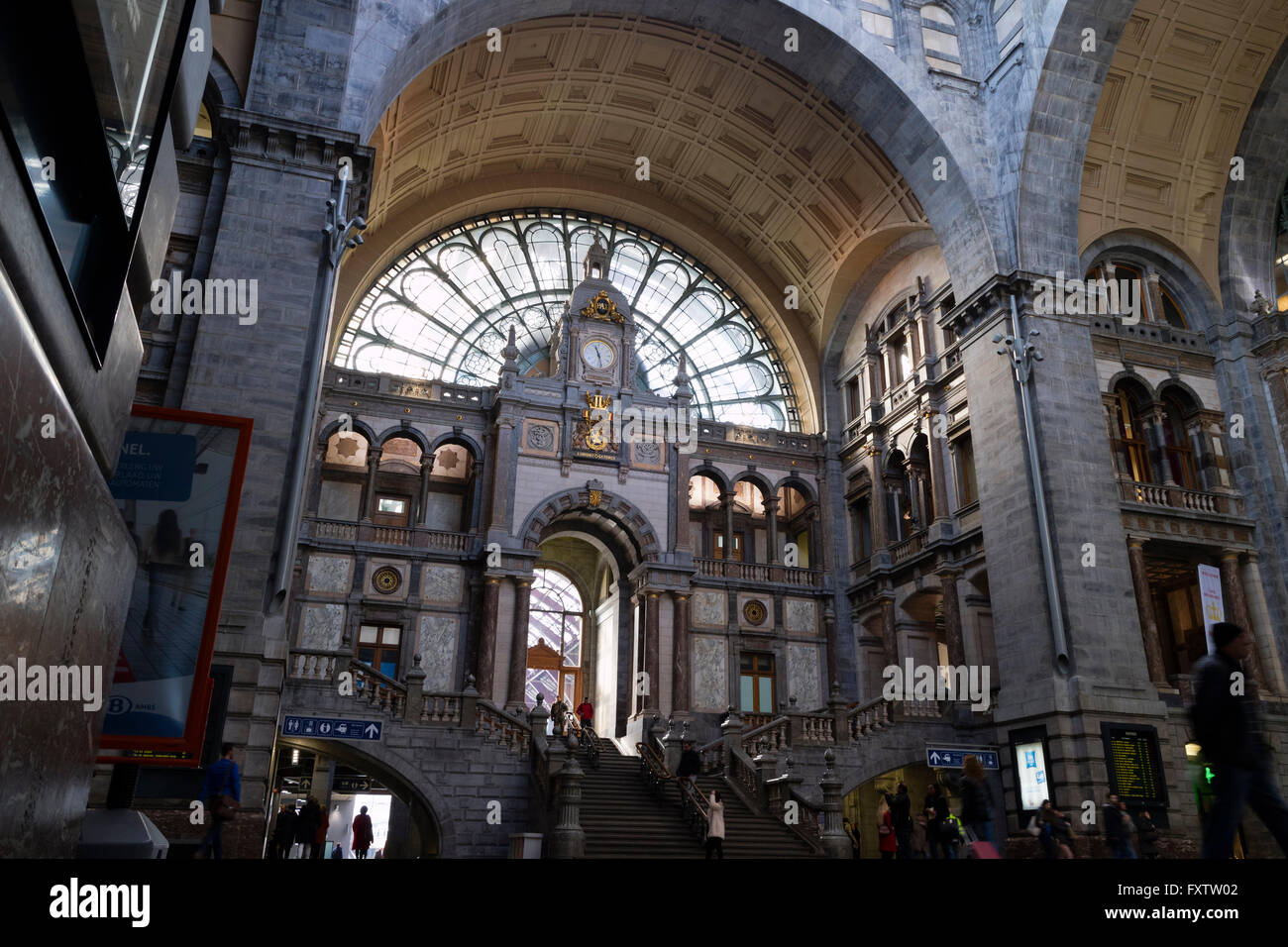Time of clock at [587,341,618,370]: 11:28
